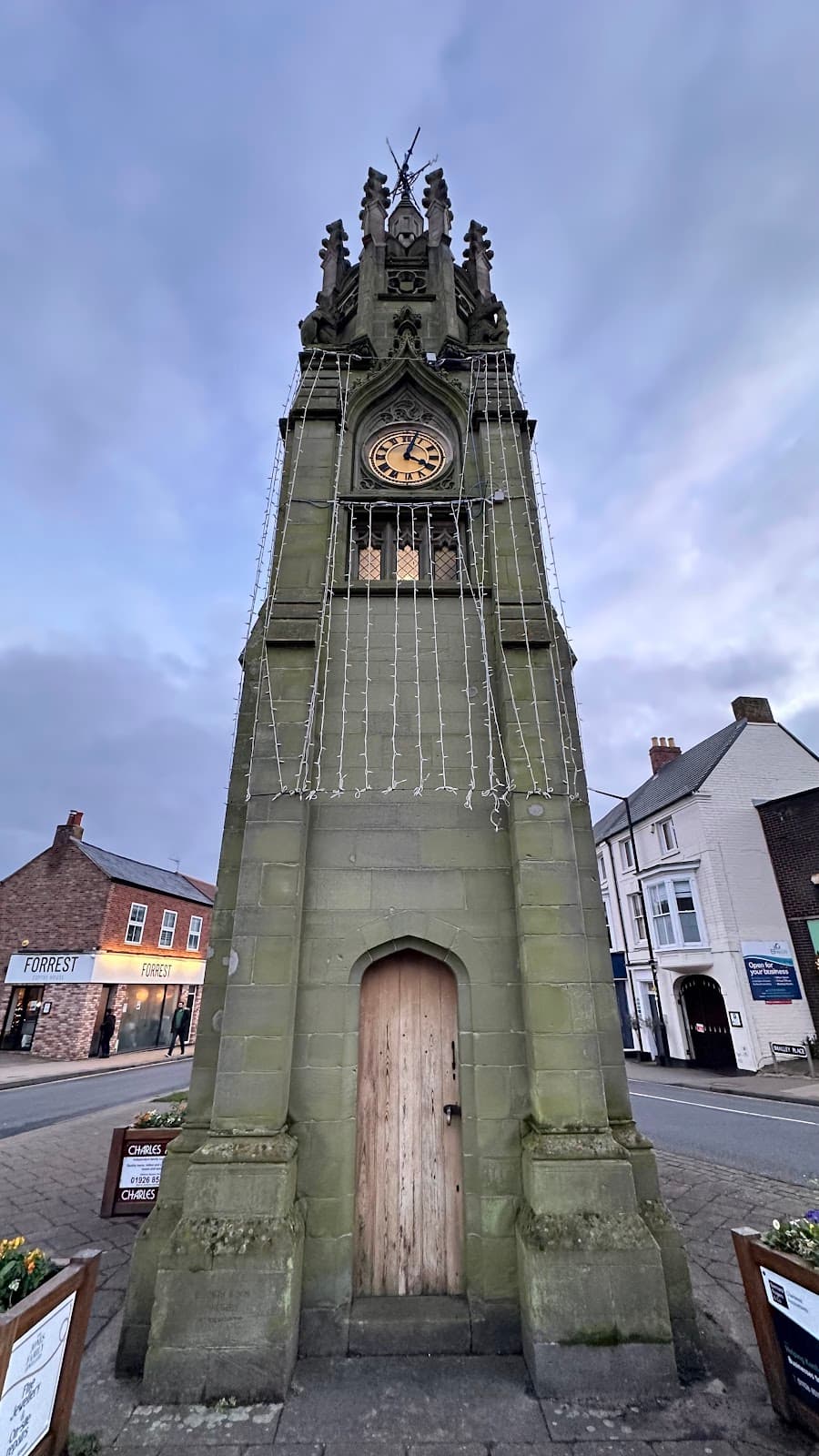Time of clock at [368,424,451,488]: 4:03
